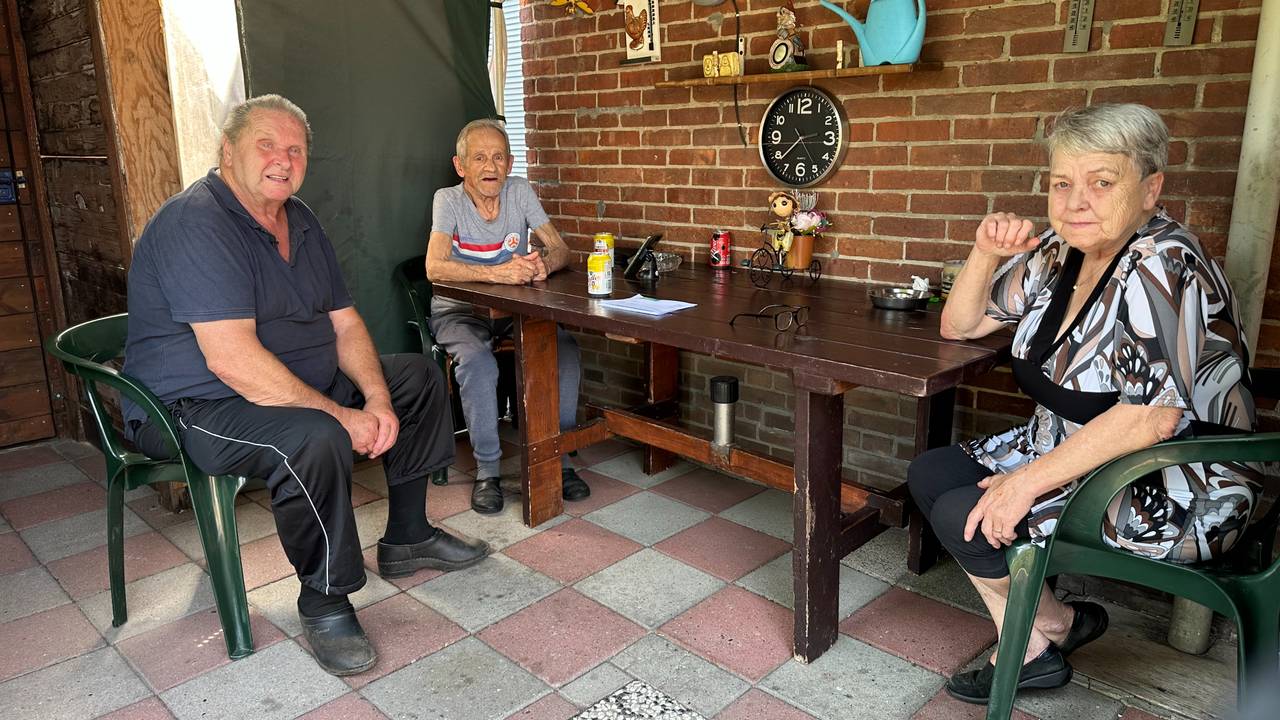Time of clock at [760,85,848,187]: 2:38
